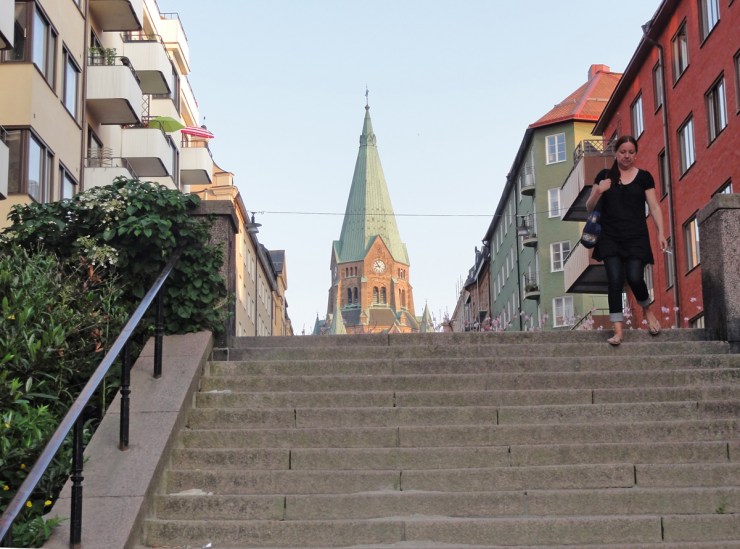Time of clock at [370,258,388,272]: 8:54
